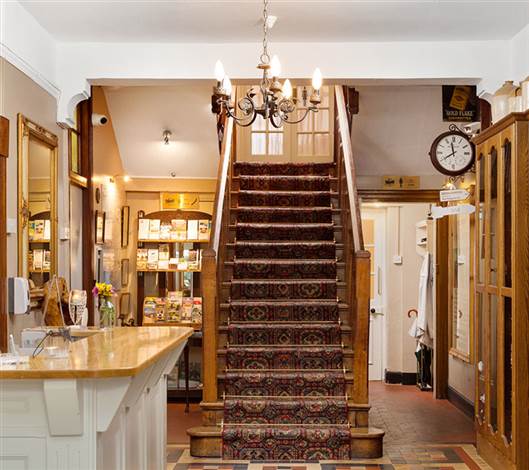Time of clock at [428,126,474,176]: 11:40
